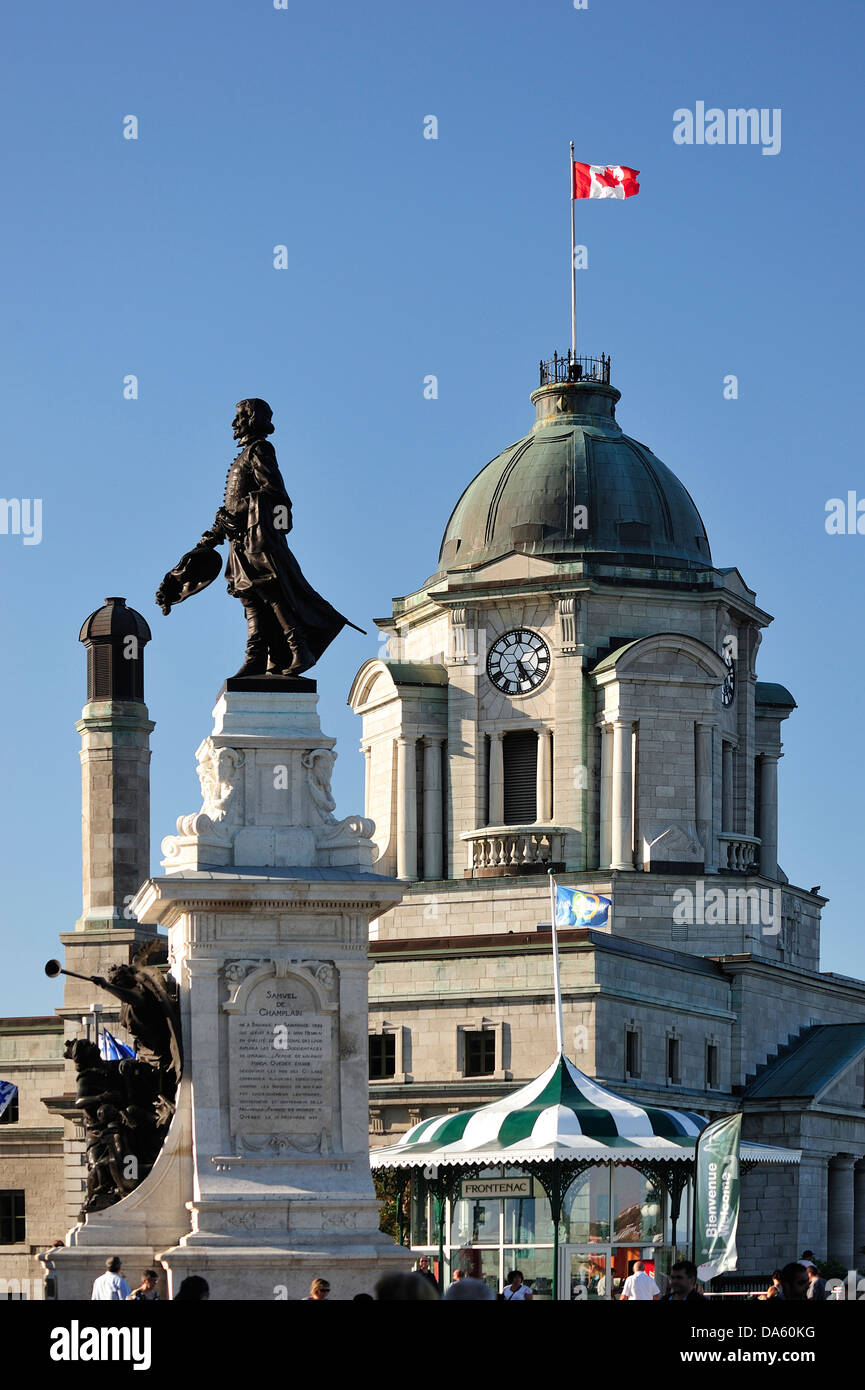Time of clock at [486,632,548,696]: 5:24
